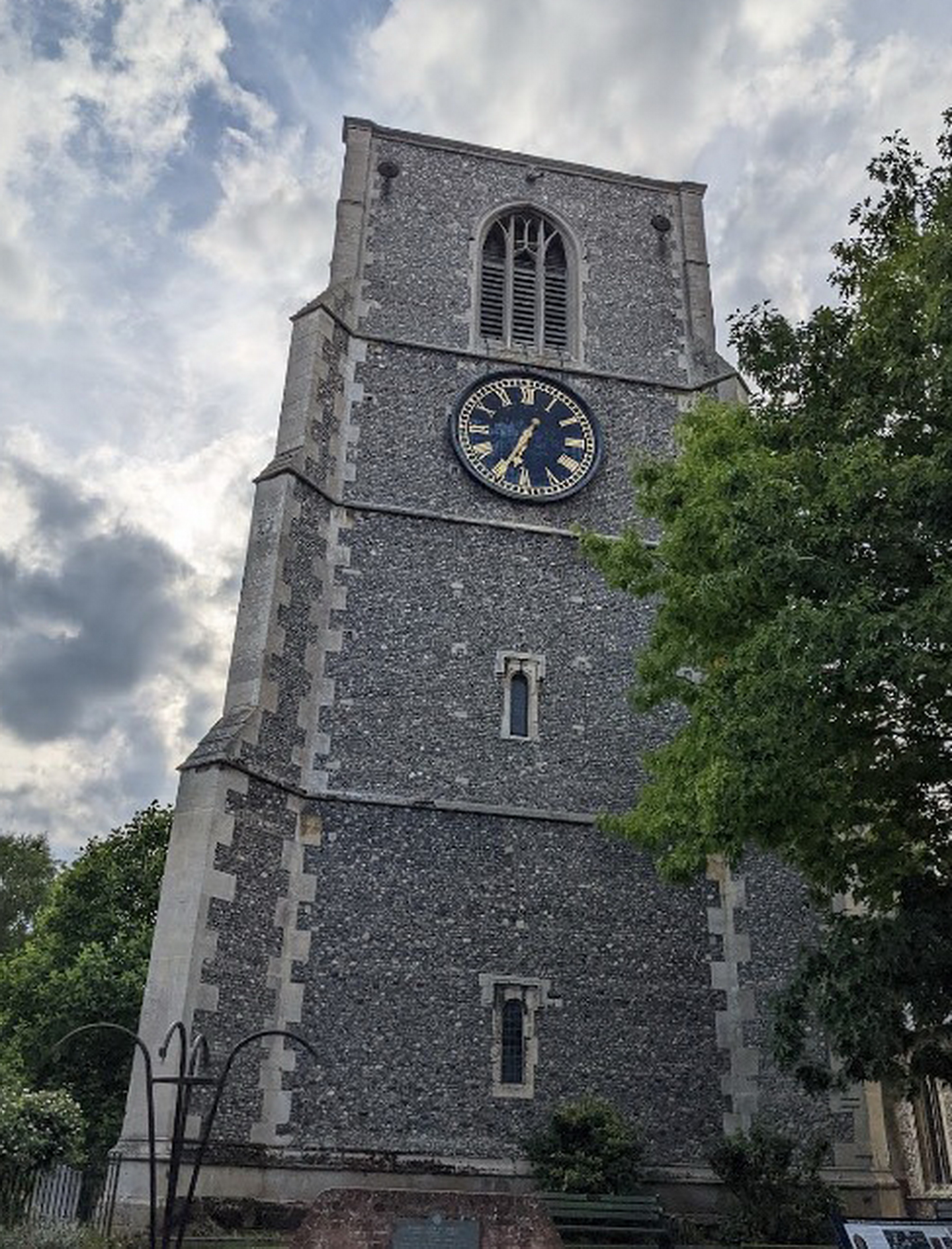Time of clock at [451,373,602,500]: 6:34
